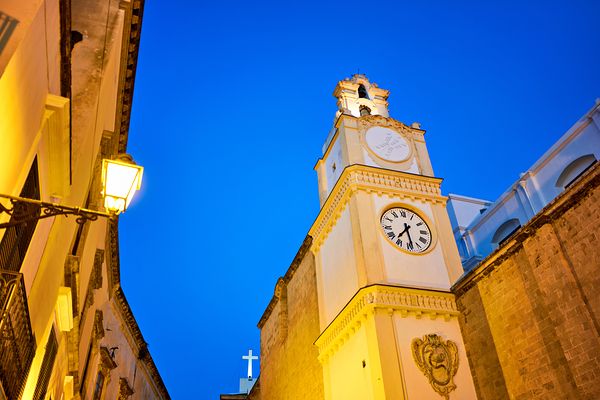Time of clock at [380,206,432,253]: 7:28
